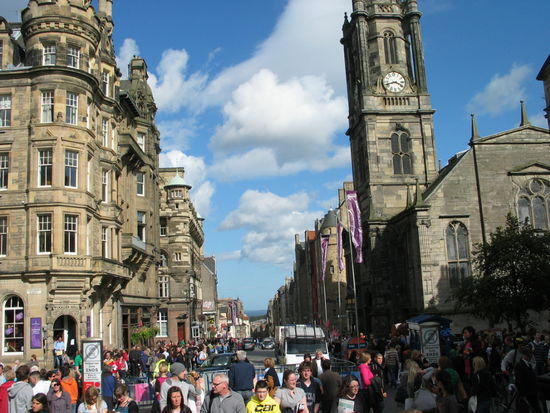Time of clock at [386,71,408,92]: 3:42
